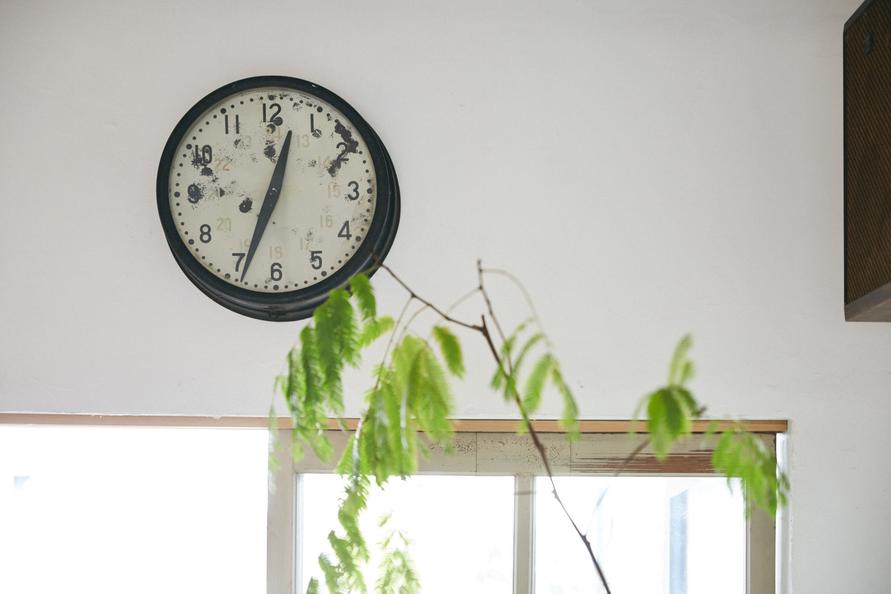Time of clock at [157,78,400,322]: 12:33
